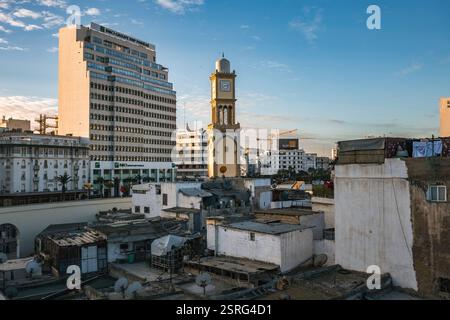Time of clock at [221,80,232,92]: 8:12
